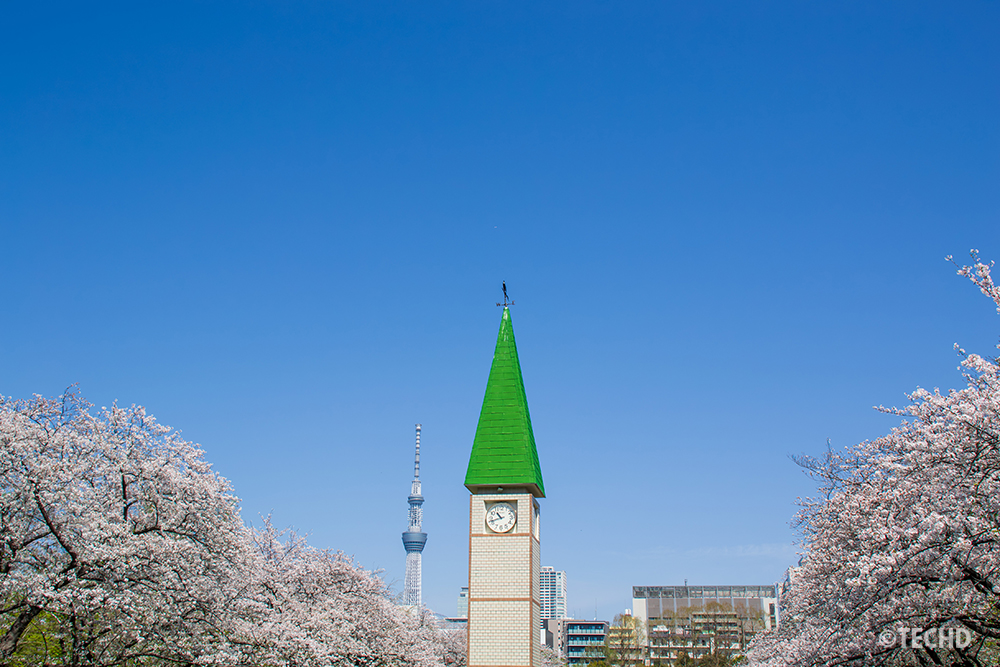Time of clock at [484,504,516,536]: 10:42
